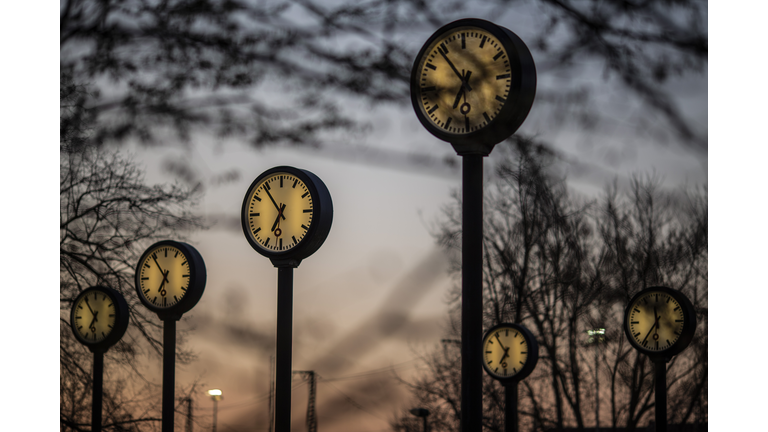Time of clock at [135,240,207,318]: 6:54
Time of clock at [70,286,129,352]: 6:54
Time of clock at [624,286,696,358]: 11:35
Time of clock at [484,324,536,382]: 6:53
